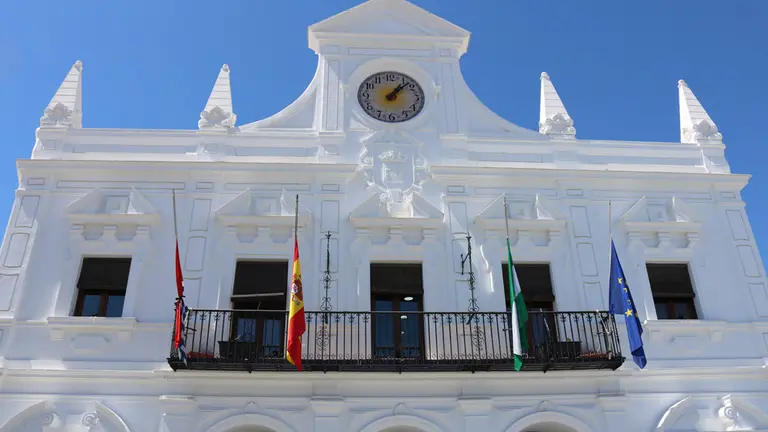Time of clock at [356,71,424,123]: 1:07
